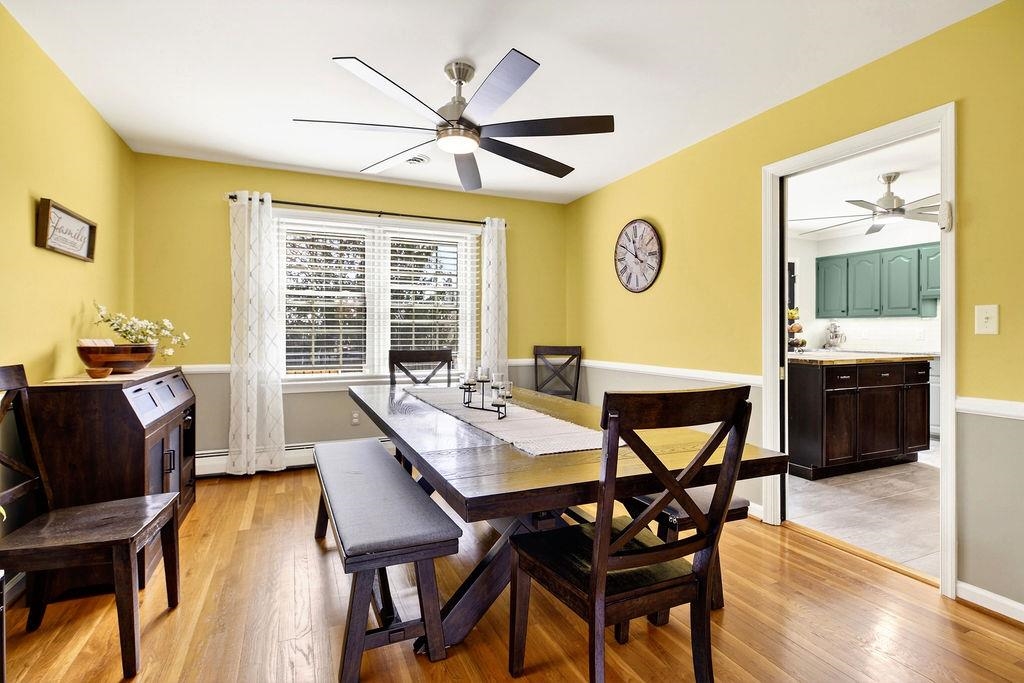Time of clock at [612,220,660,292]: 11:50
